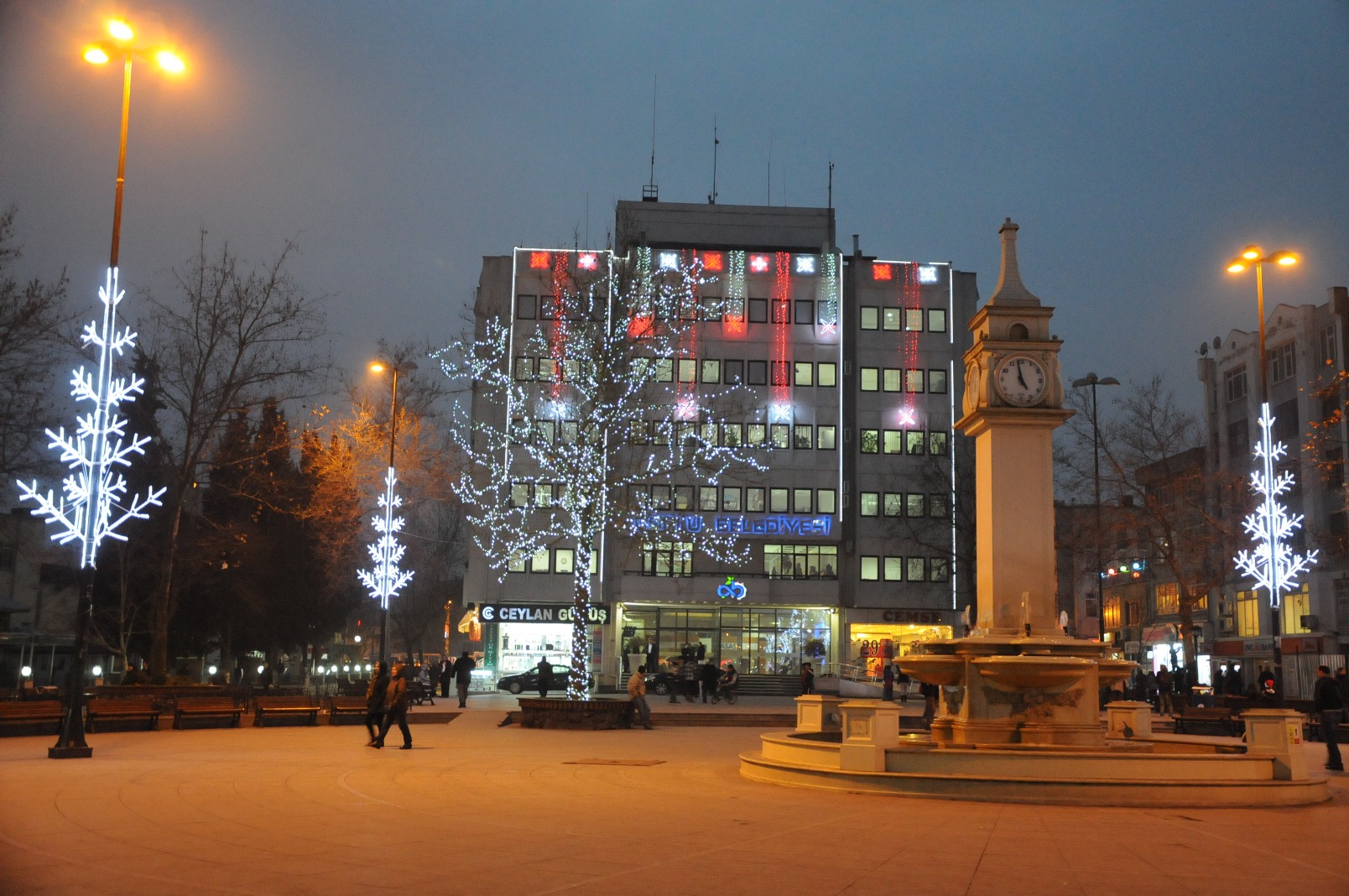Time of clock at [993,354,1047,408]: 4:58
